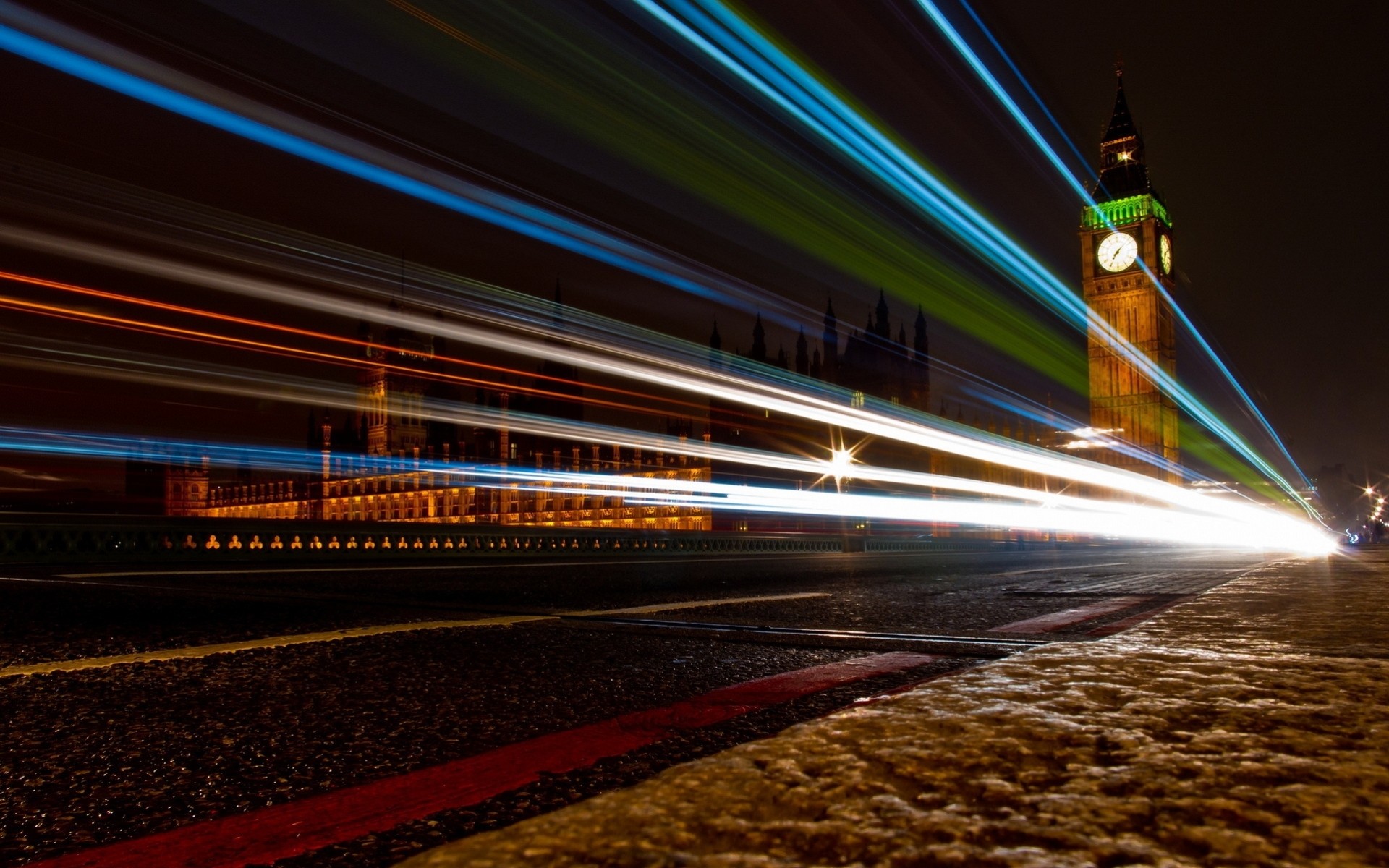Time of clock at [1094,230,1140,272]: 7:07
